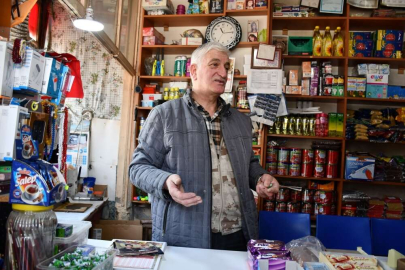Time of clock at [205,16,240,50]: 11:14
